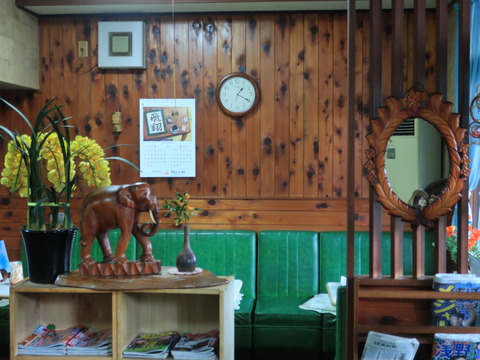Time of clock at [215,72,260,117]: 1:19
